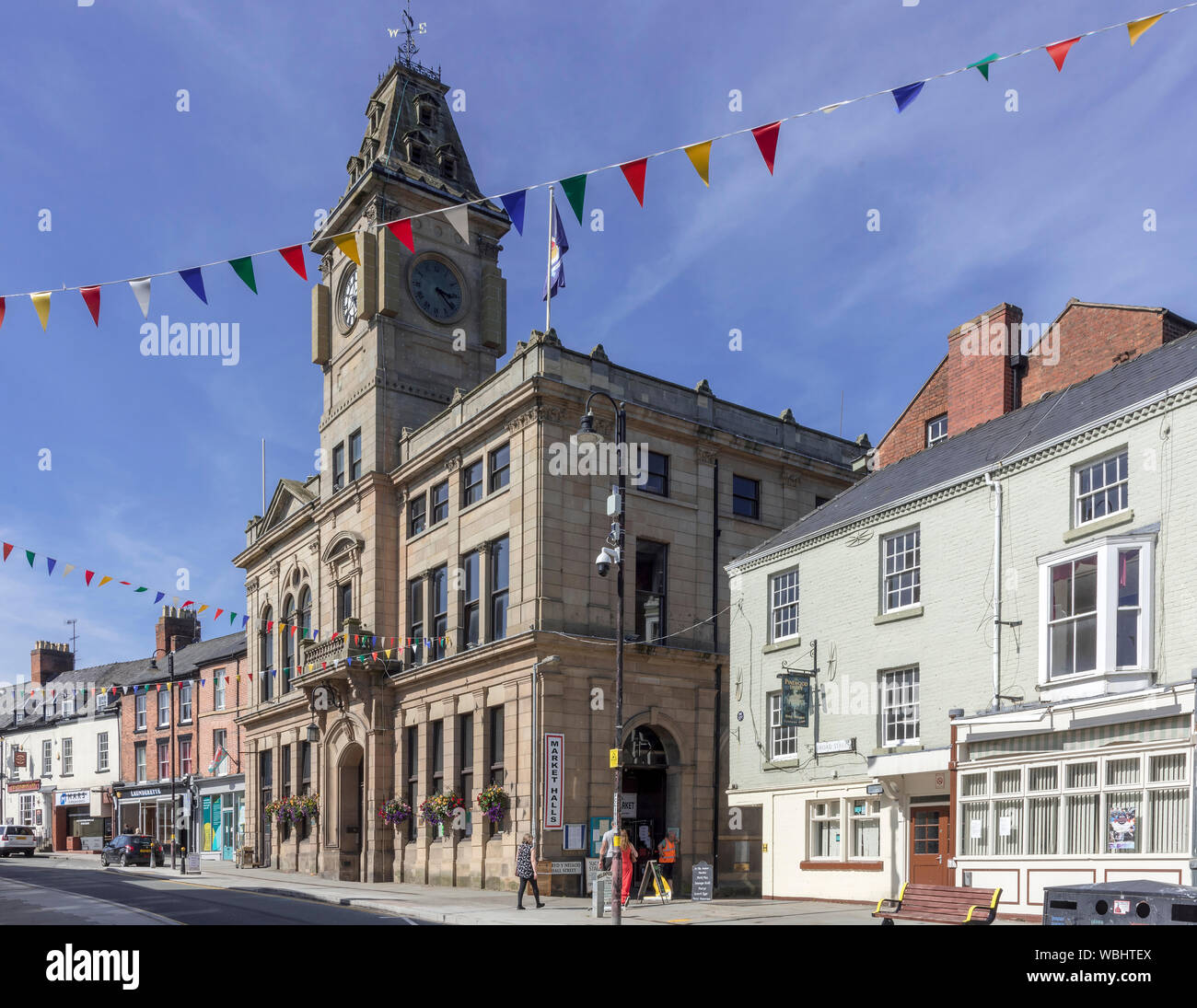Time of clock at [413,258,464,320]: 3:21
